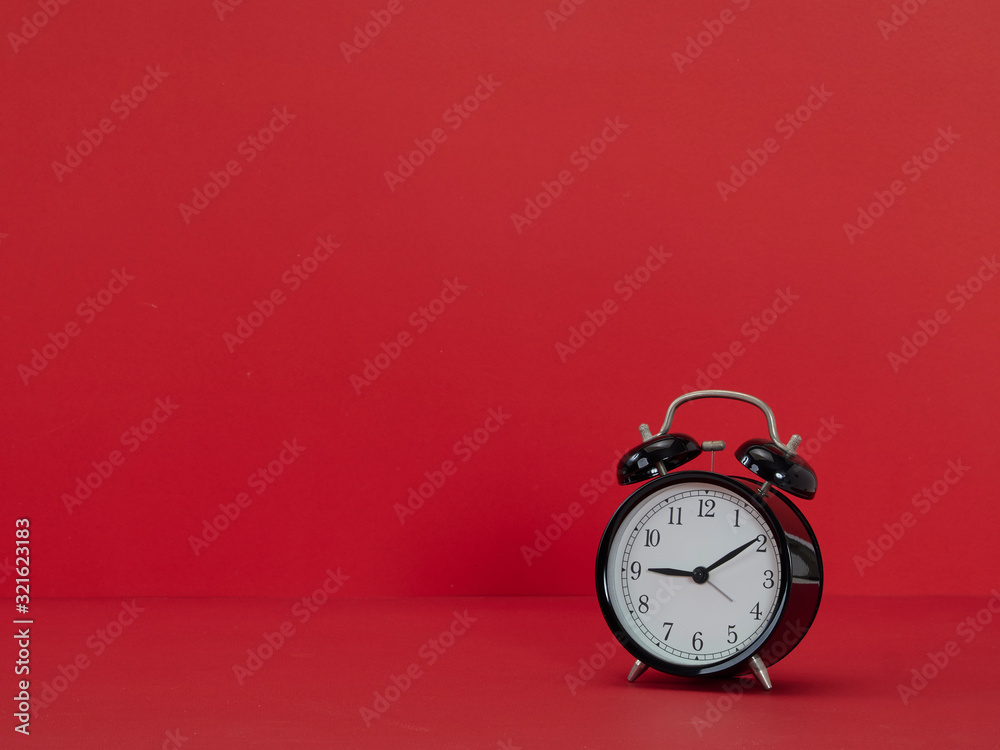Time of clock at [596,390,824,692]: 9:09
